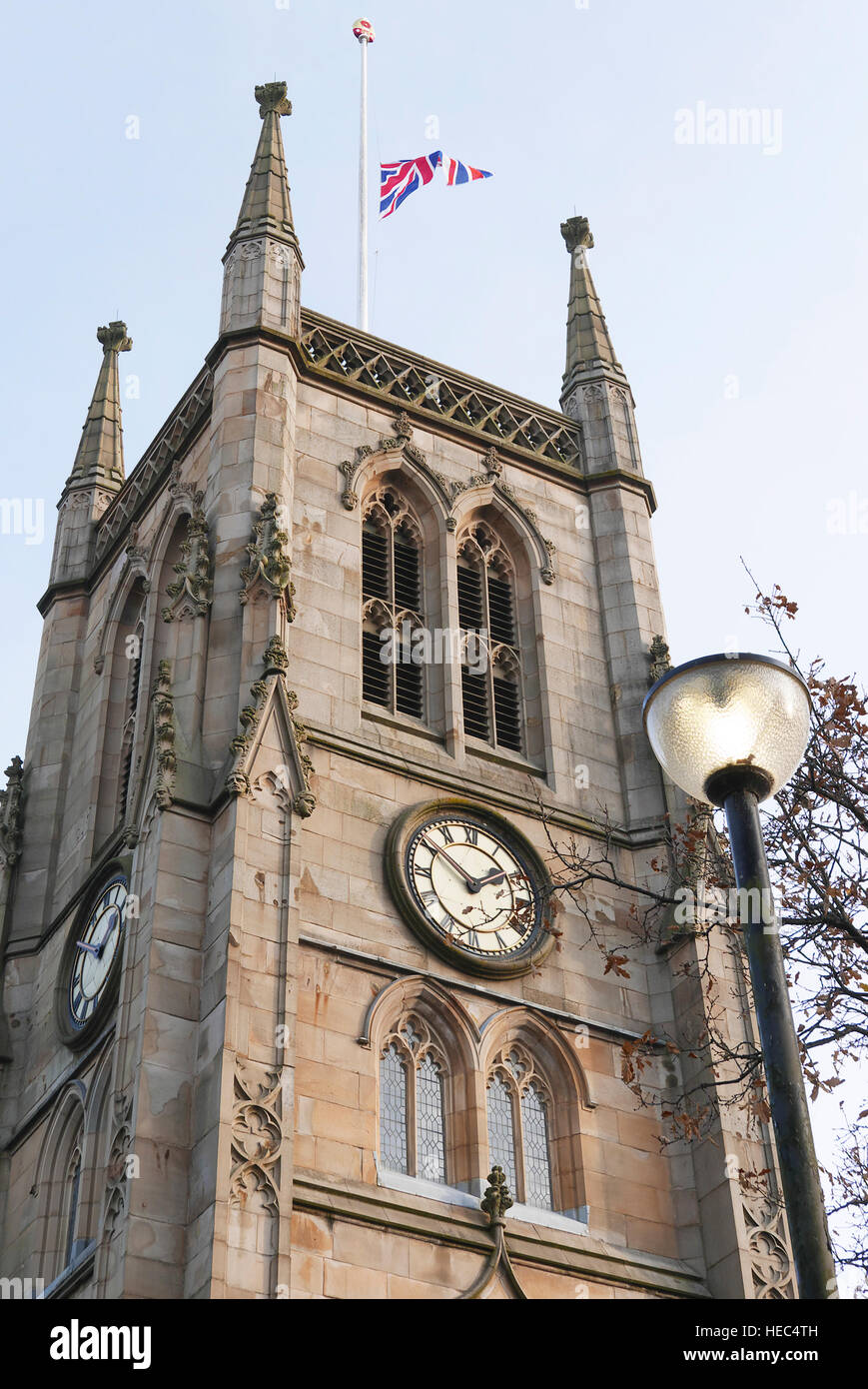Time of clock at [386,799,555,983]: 1:50
